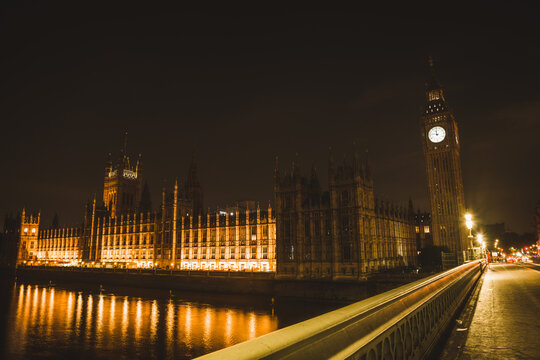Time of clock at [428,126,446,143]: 11:46
